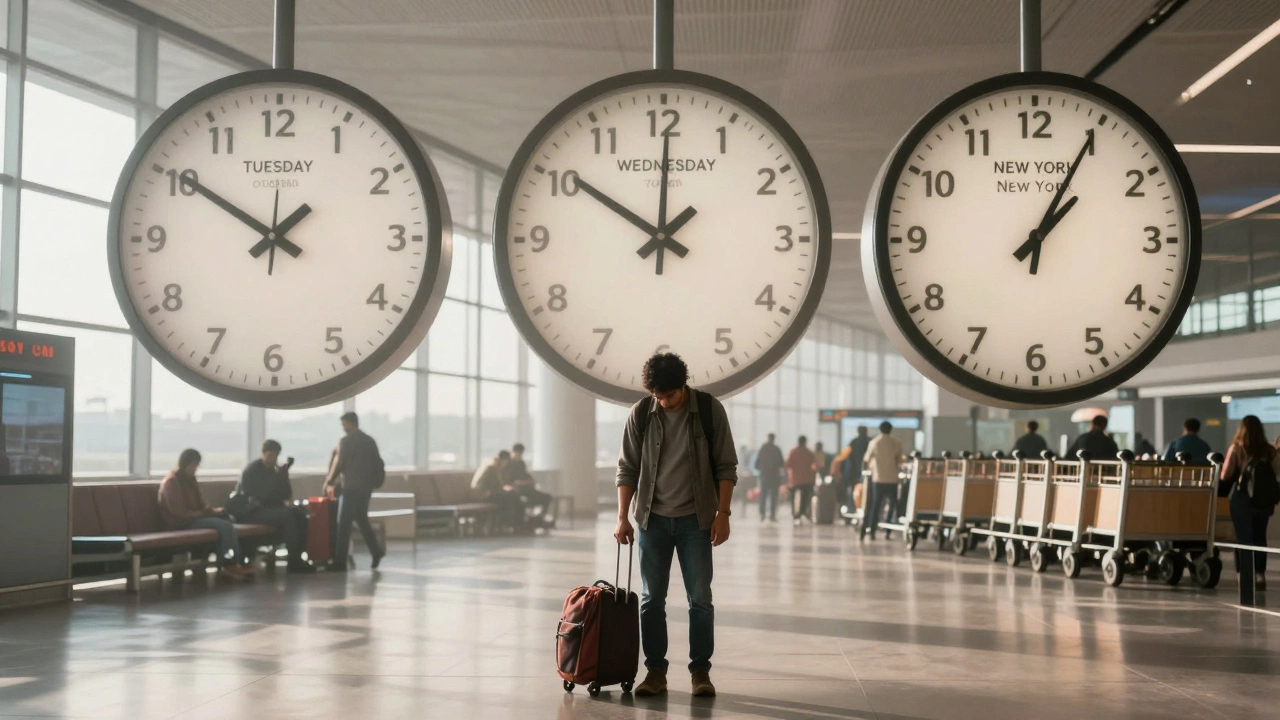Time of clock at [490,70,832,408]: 10:00
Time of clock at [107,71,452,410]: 1:50
